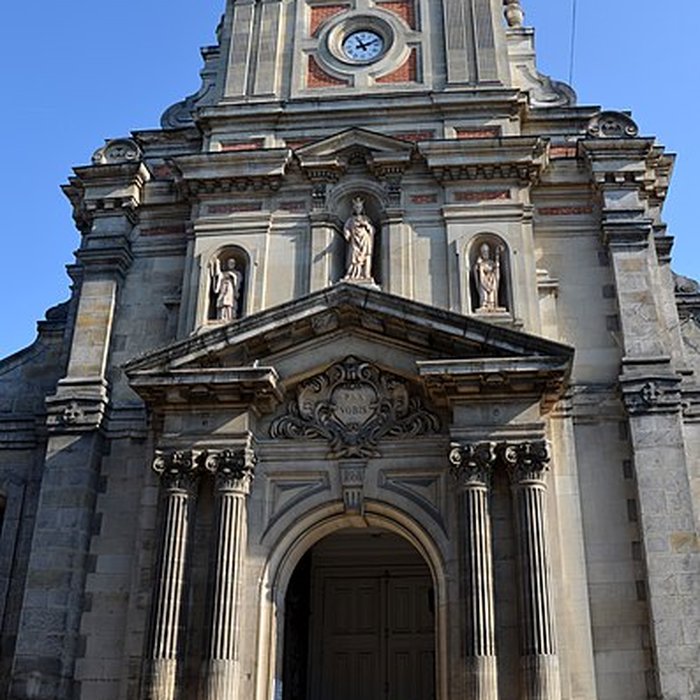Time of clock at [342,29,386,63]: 11:10
